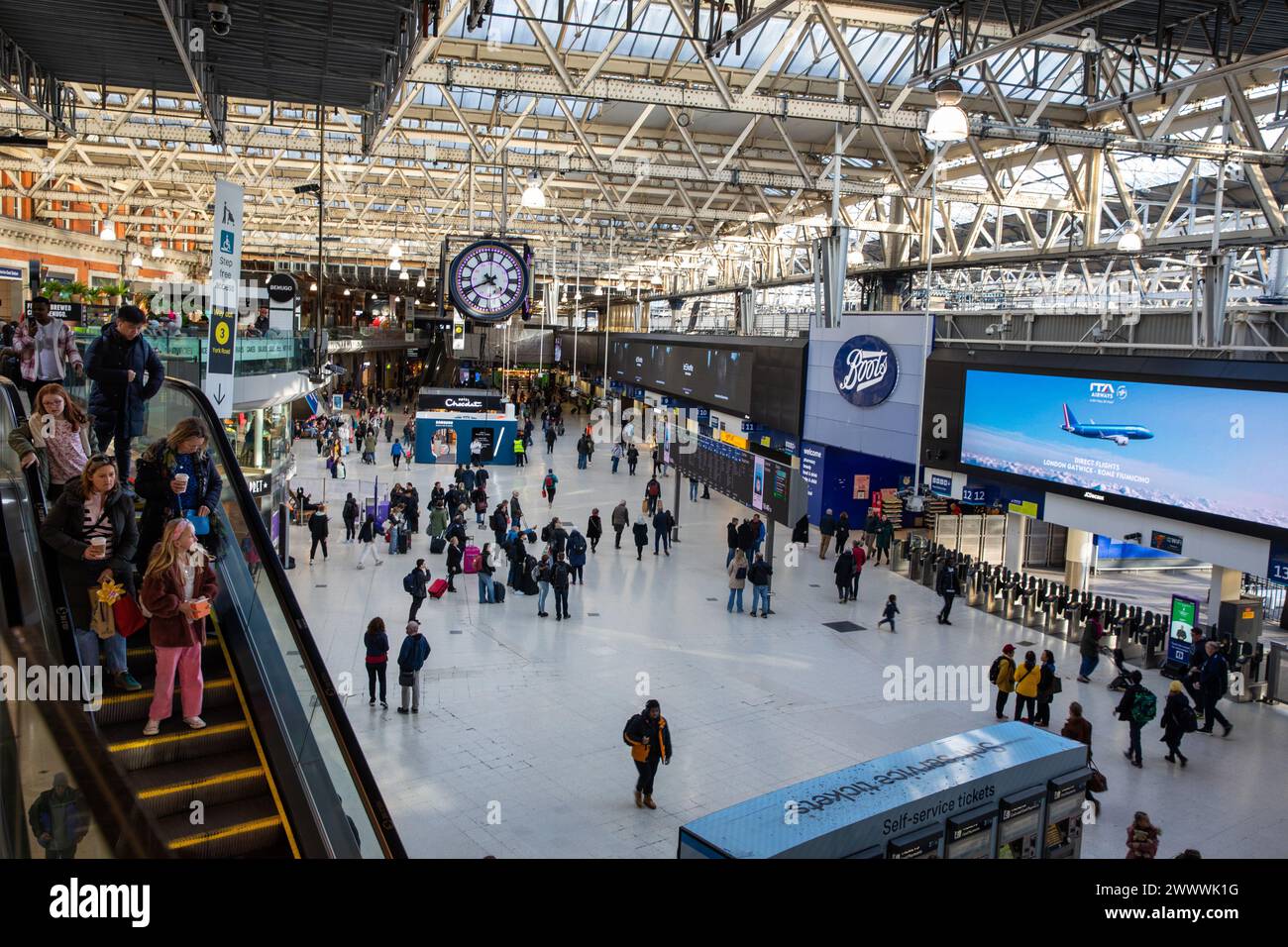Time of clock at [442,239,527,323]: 4:40
